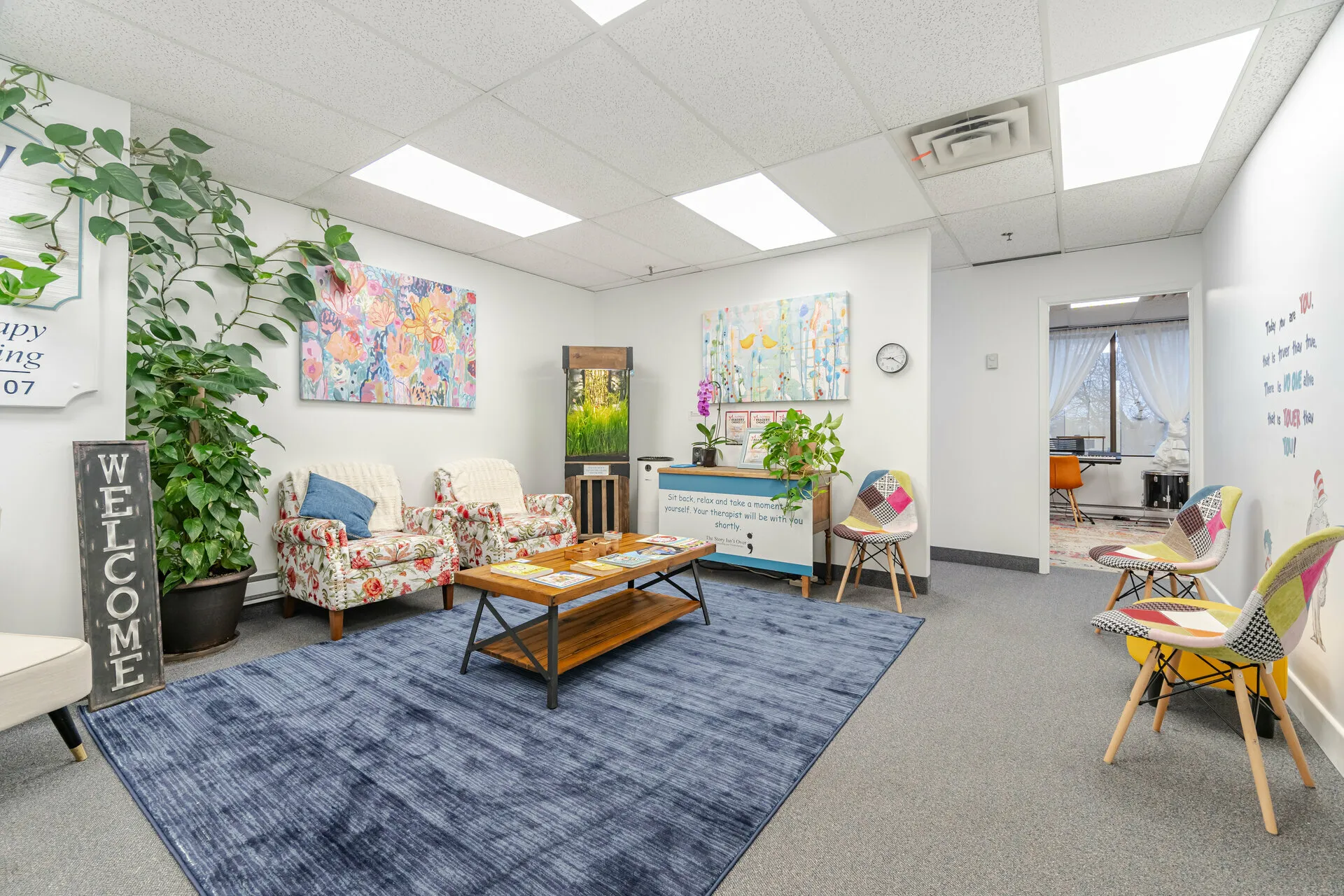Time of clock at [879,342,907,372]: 9:21
